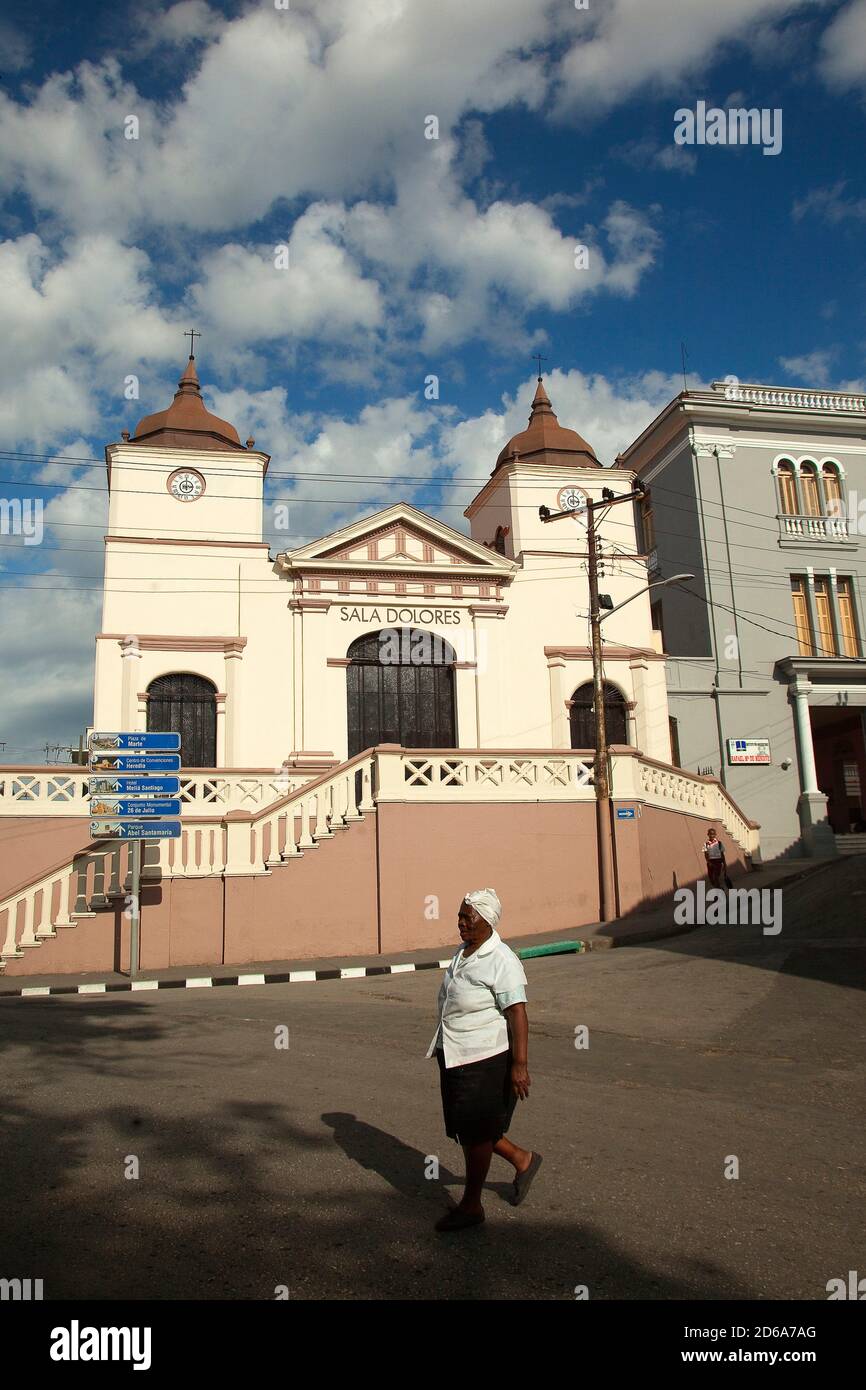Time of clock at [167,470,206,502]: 3:00
